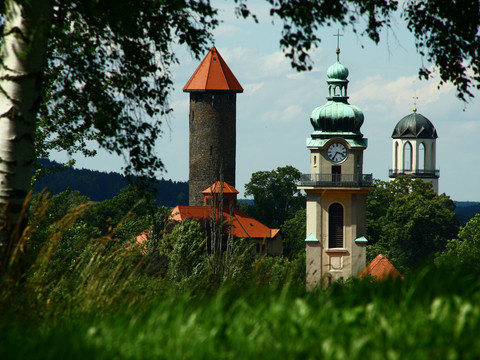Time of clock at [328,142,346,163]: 3:35
